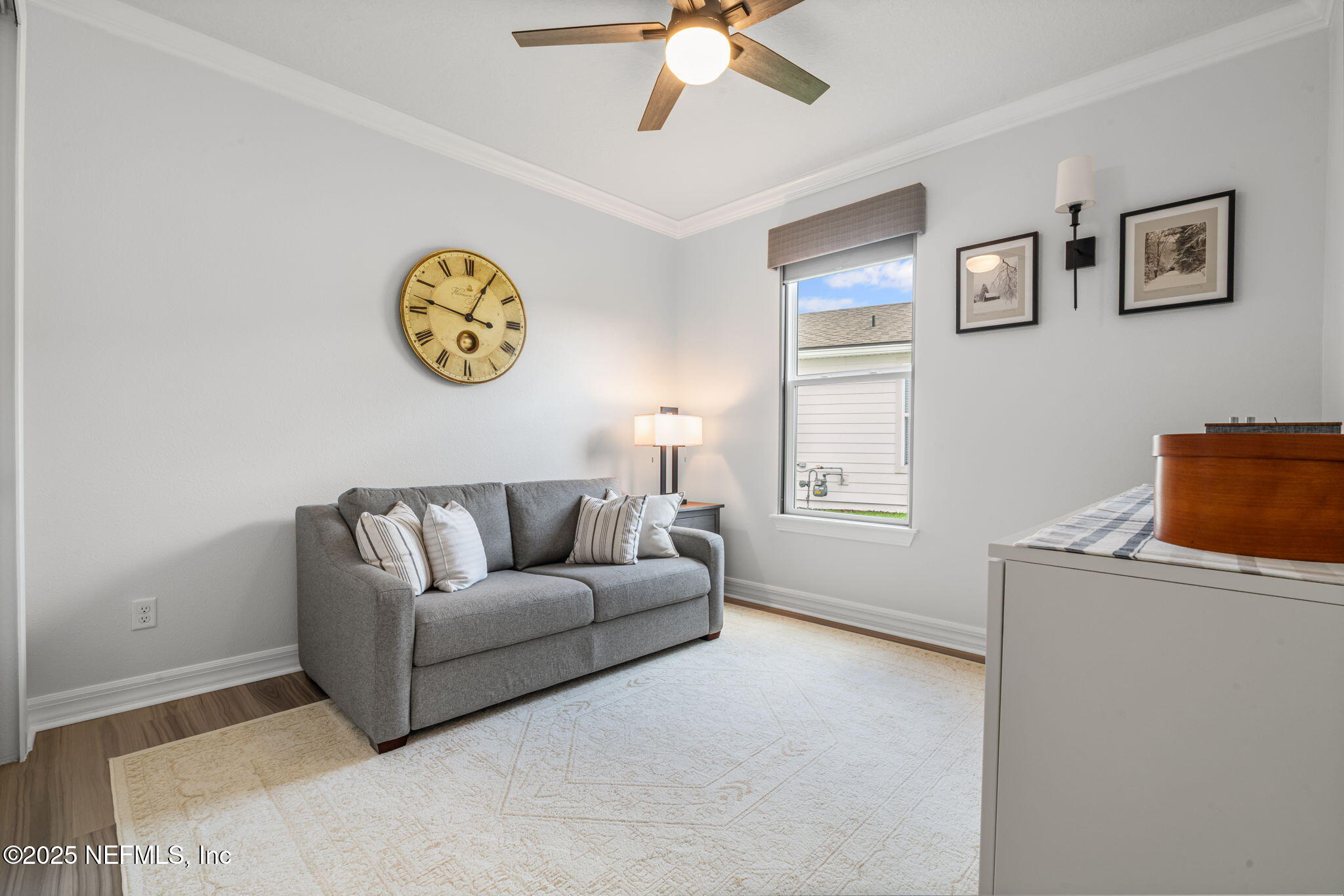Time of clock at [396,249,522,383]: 12:47
